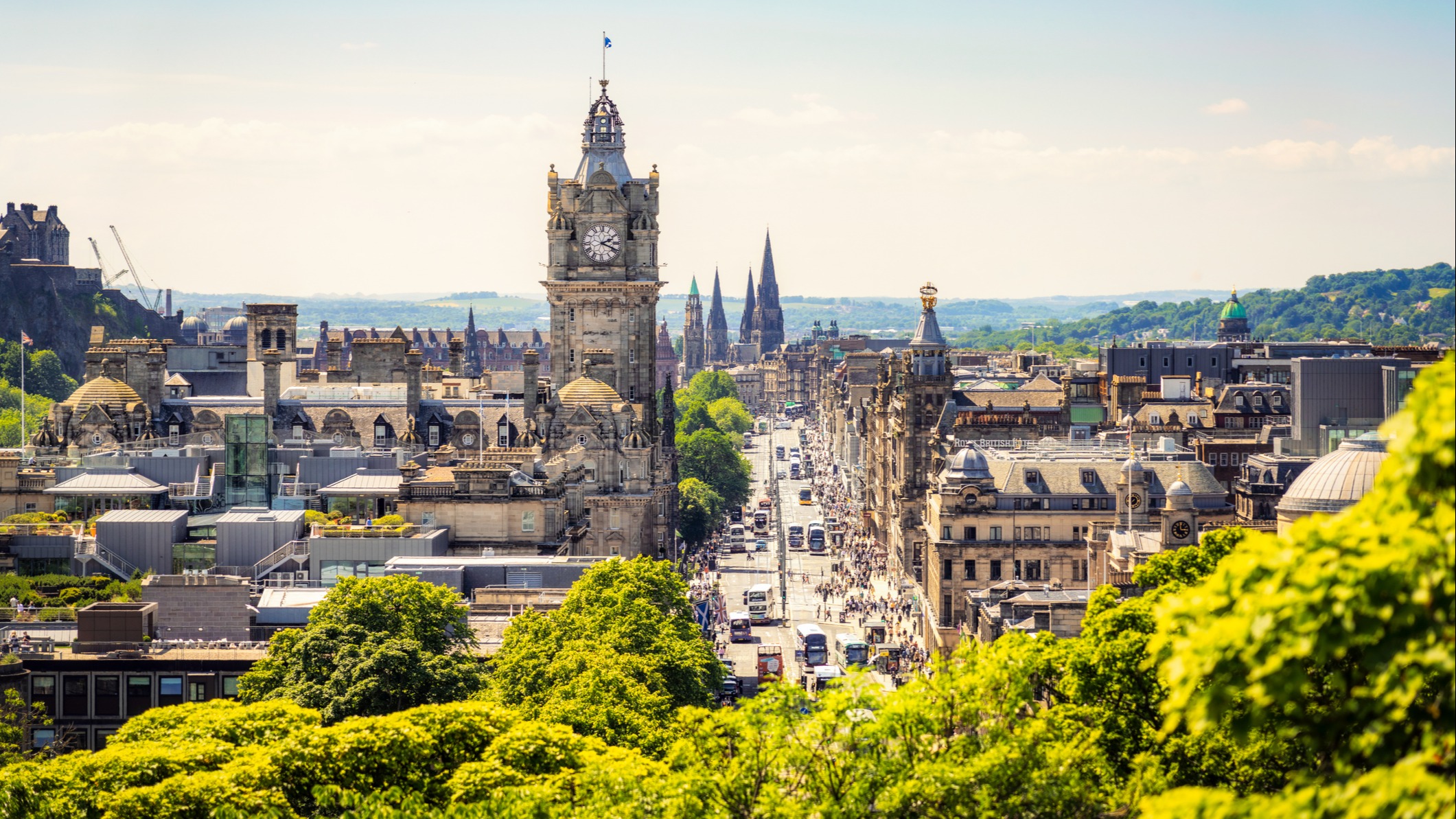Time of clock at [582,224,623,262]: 2:18
